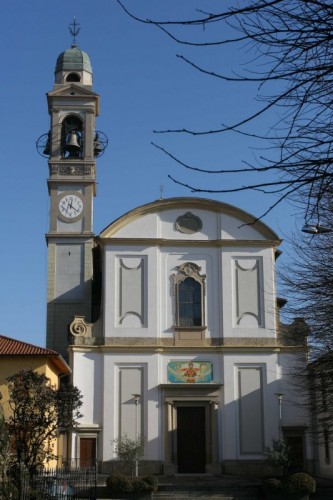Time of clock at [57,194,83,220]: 12:21
